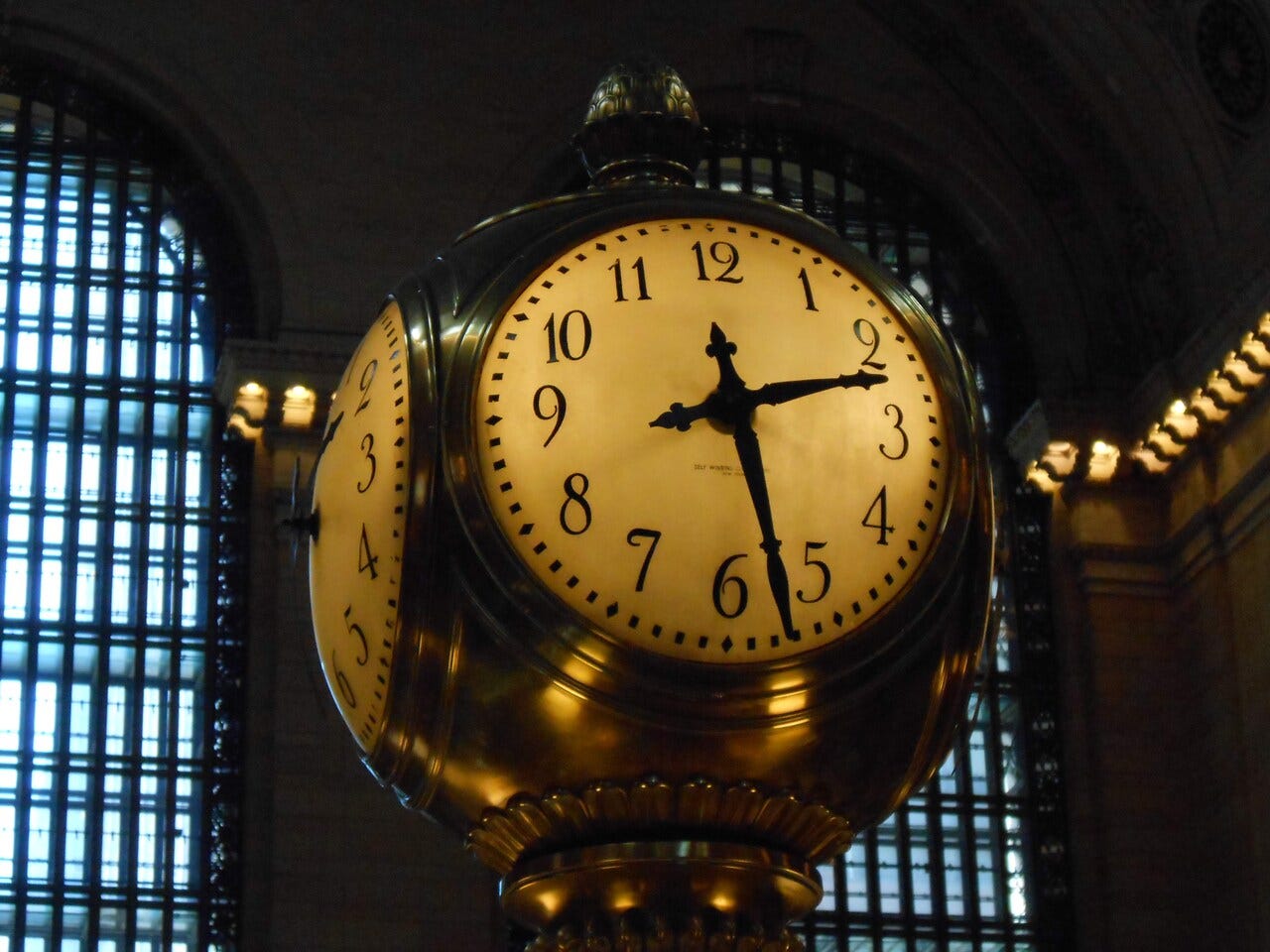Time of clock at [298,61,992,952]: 2:27
